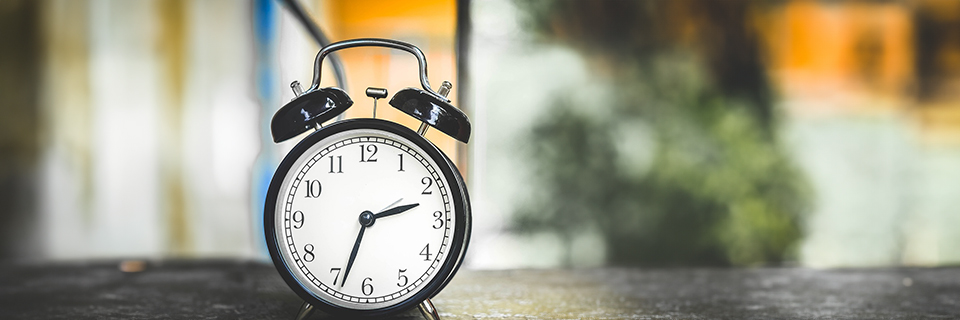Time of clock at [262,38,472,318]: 2:33
